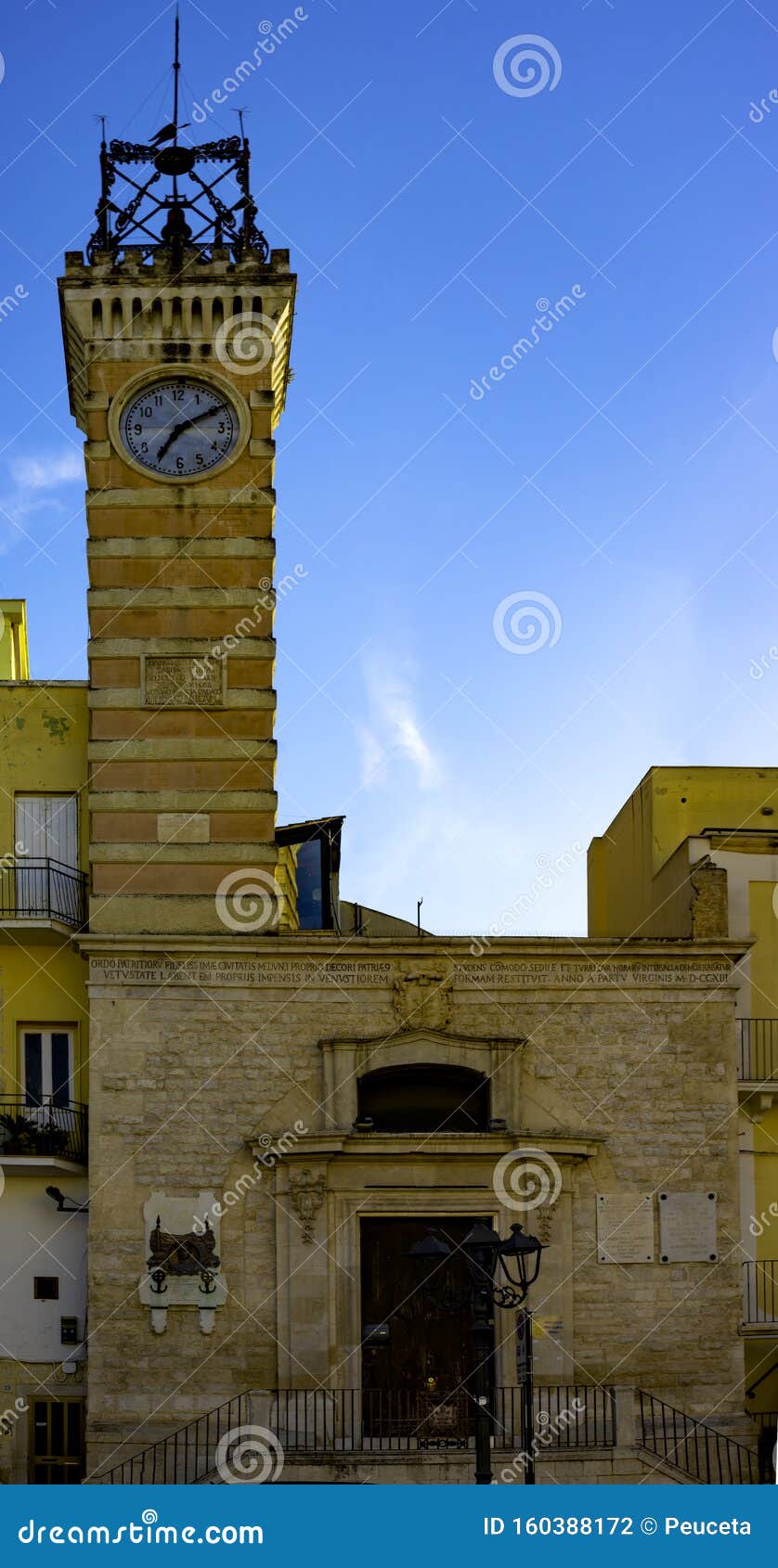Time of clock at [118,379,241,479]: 7:09
